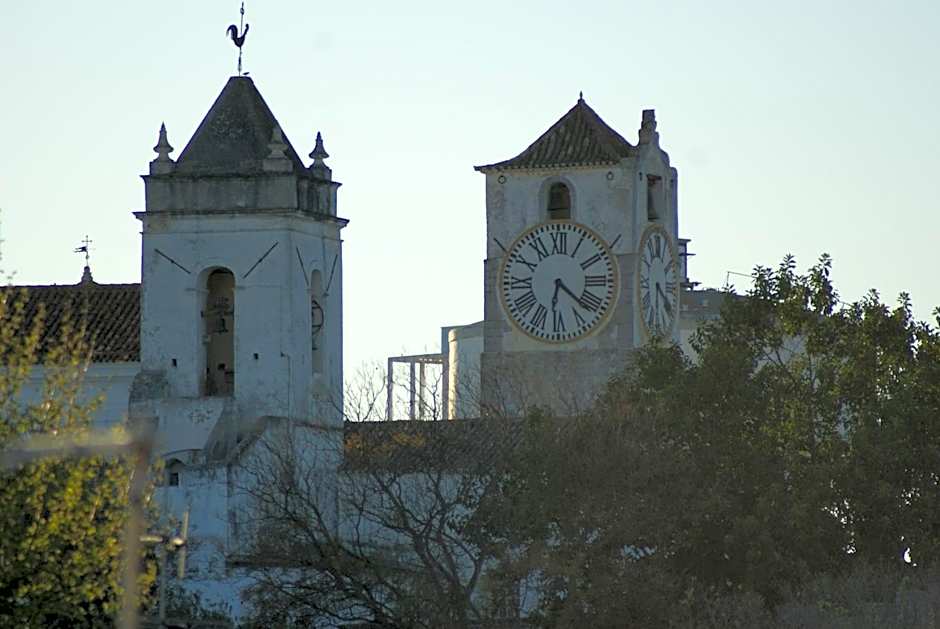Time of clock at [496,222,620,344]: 6:21
